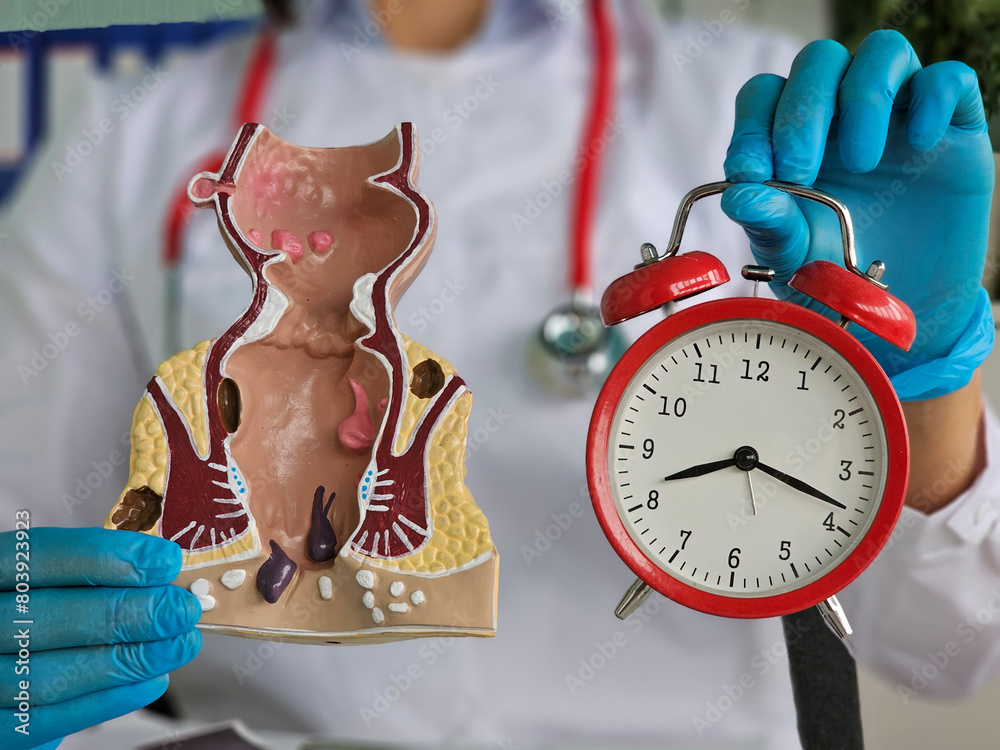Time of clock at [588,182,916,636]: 8:18
